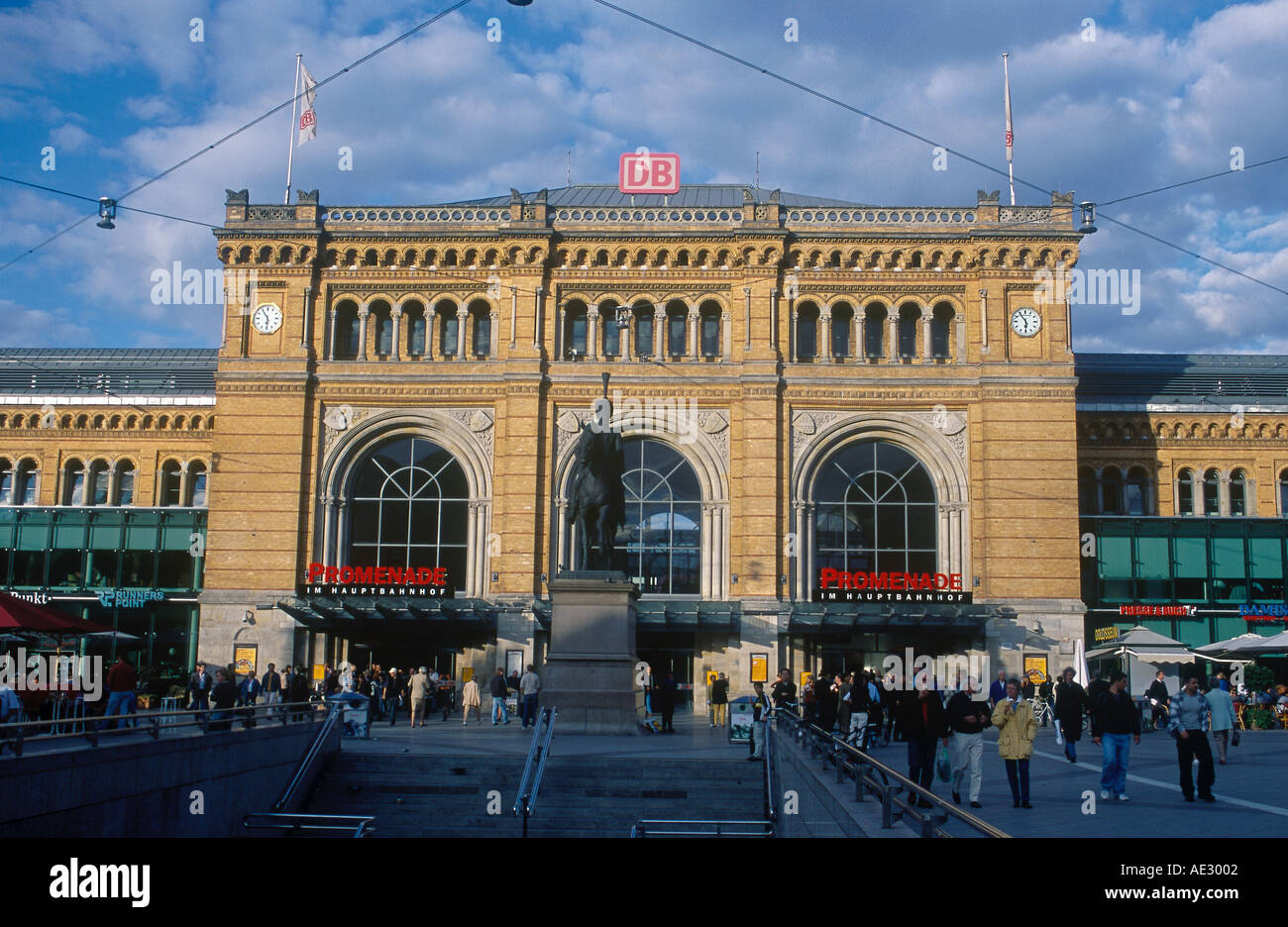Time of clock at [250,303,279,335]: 5:54
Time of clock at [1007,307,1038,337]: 5:54
